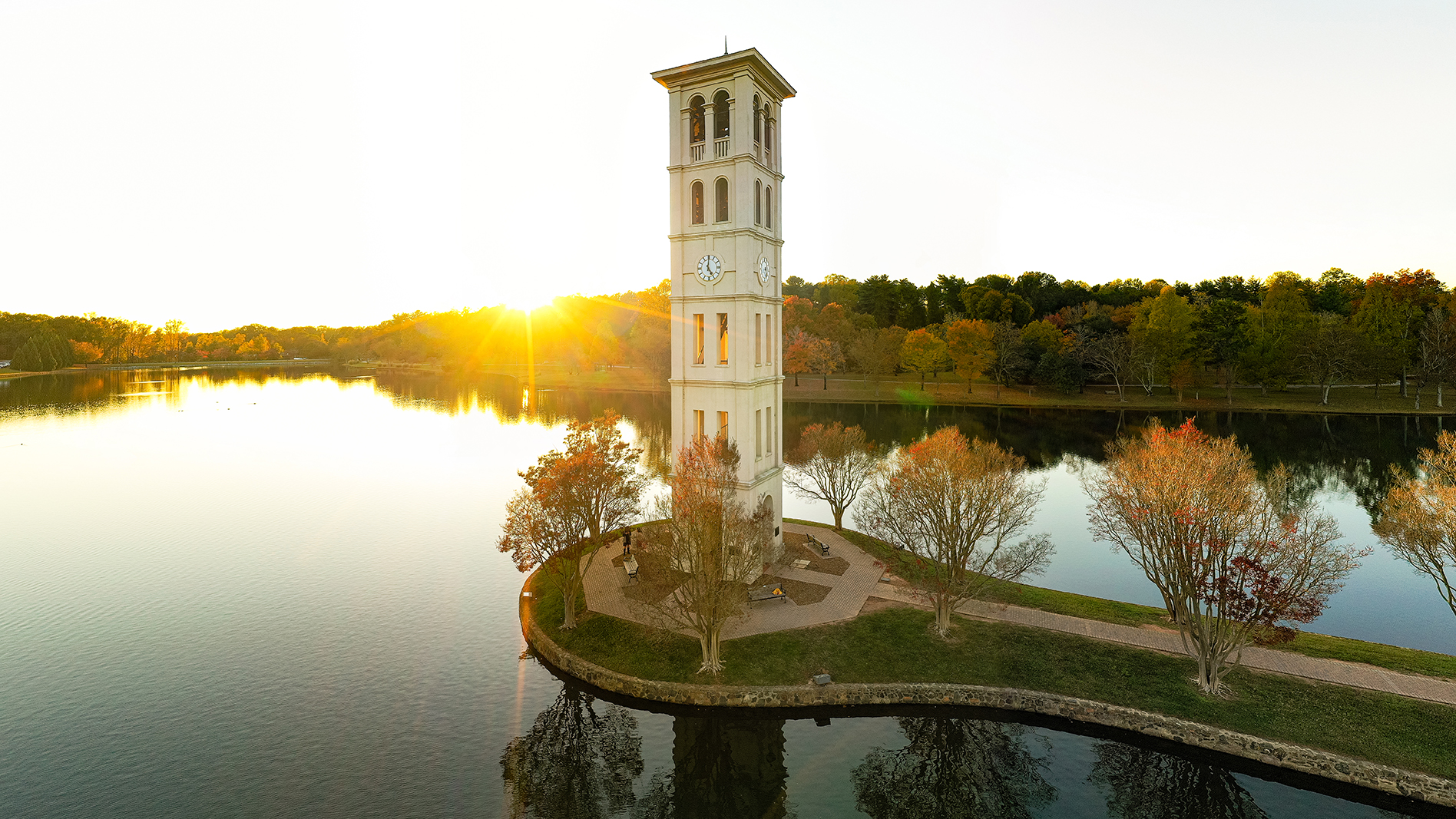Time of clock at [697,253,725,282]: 5:00
